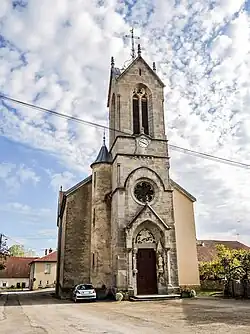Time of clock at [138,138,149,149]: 3:48
